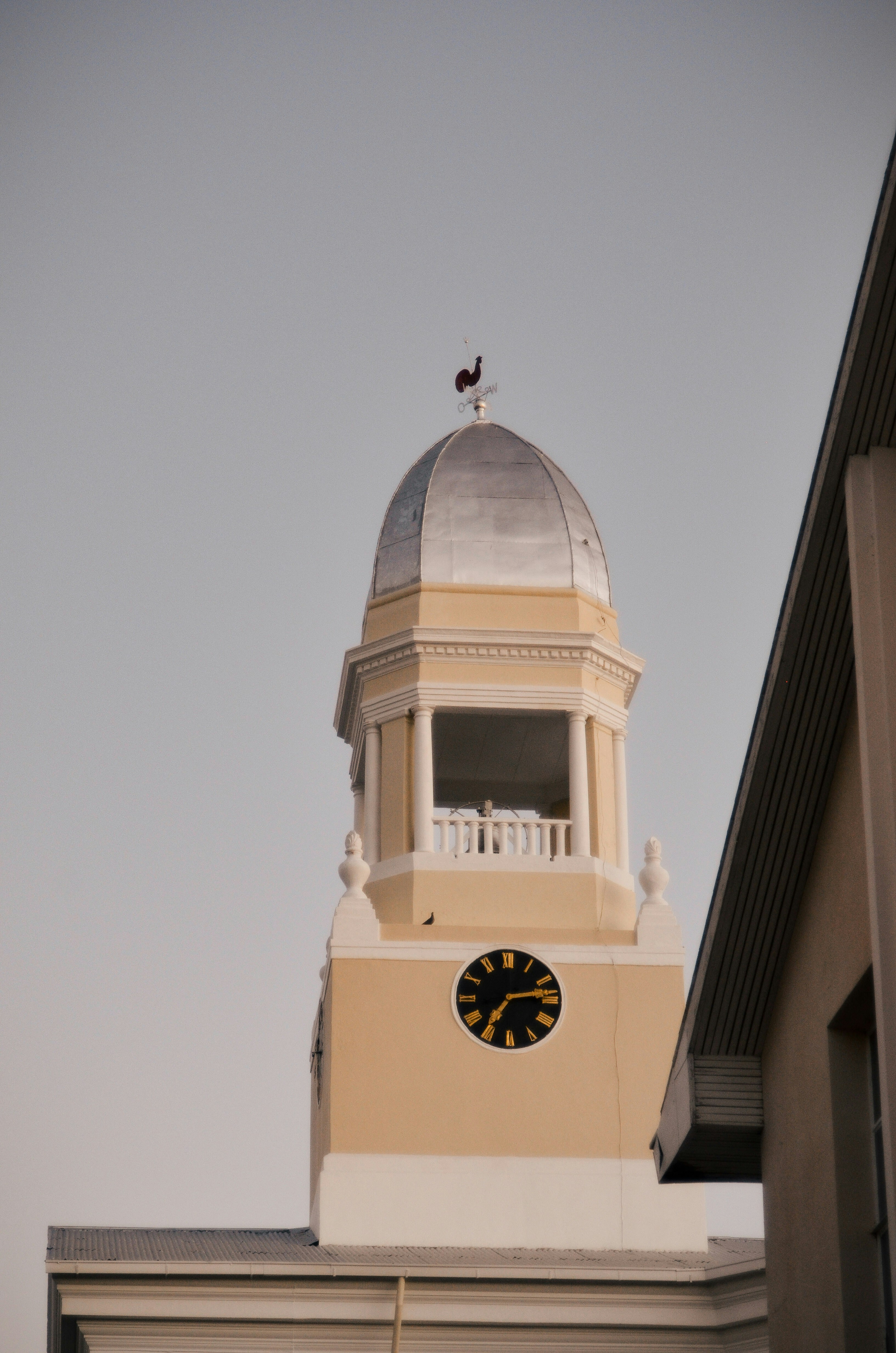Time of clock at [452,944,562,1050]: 7:13
